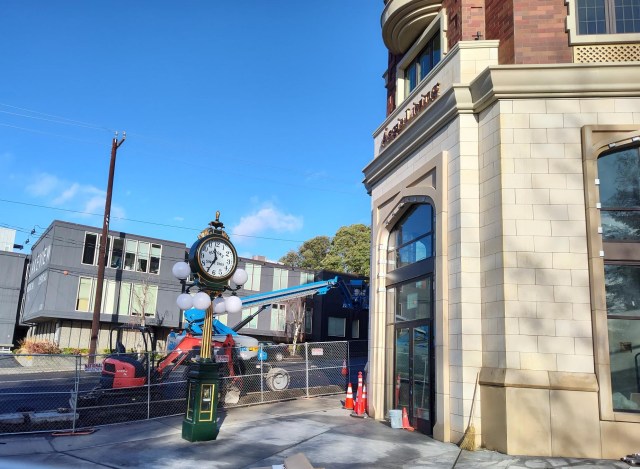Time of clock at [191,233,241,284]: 11:34
